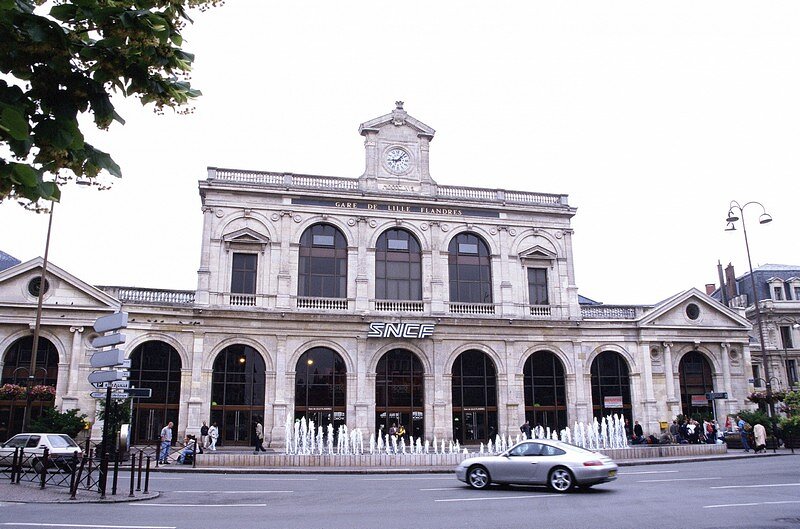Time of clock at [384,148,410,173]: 9:07
